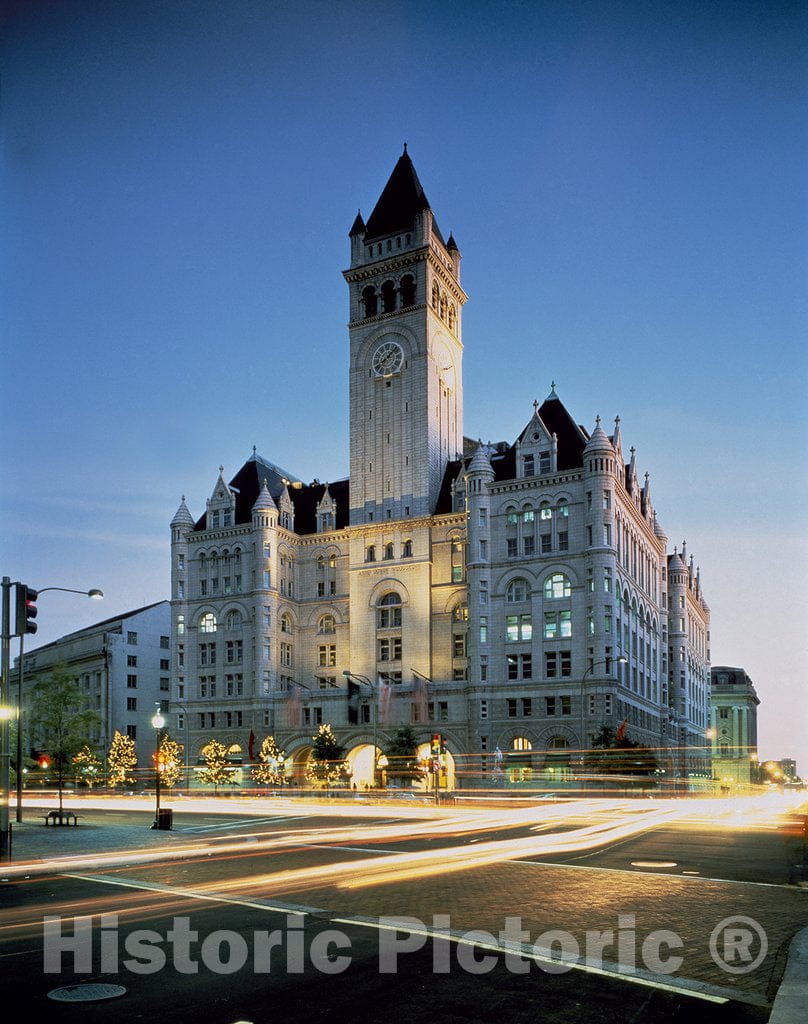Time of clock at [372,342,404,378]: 8:07
